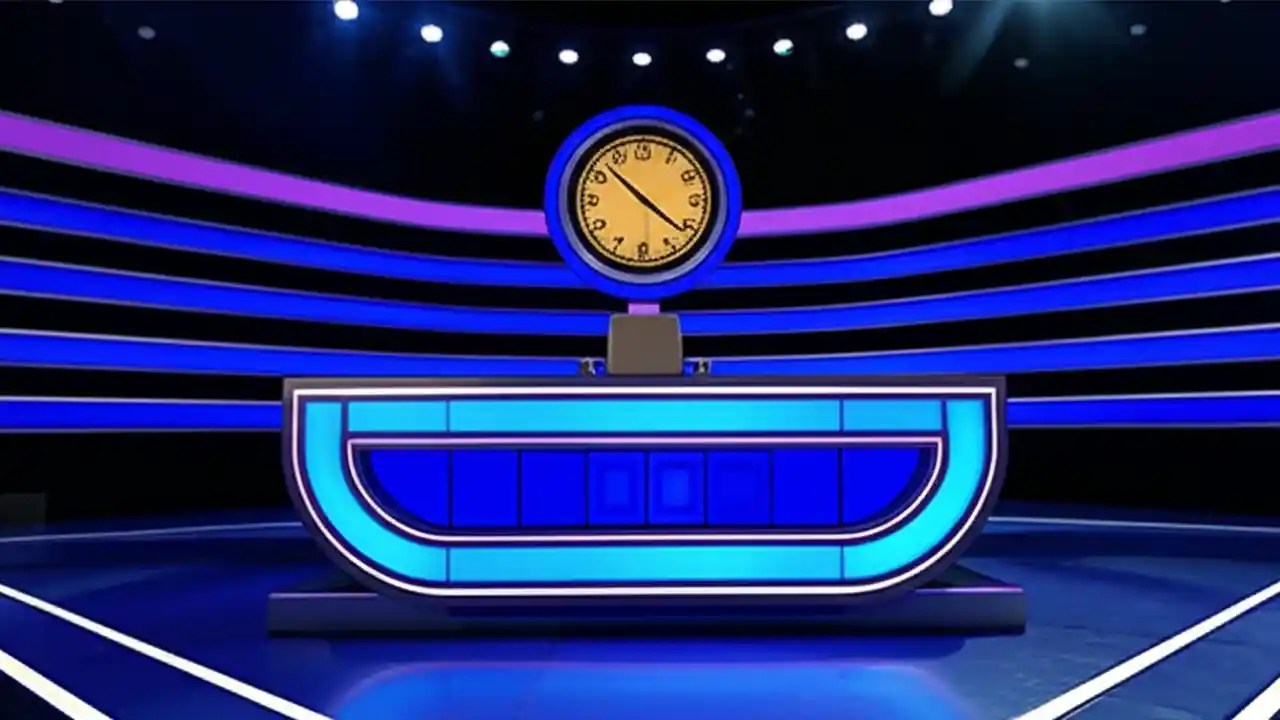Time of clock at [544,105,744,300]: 10:21
